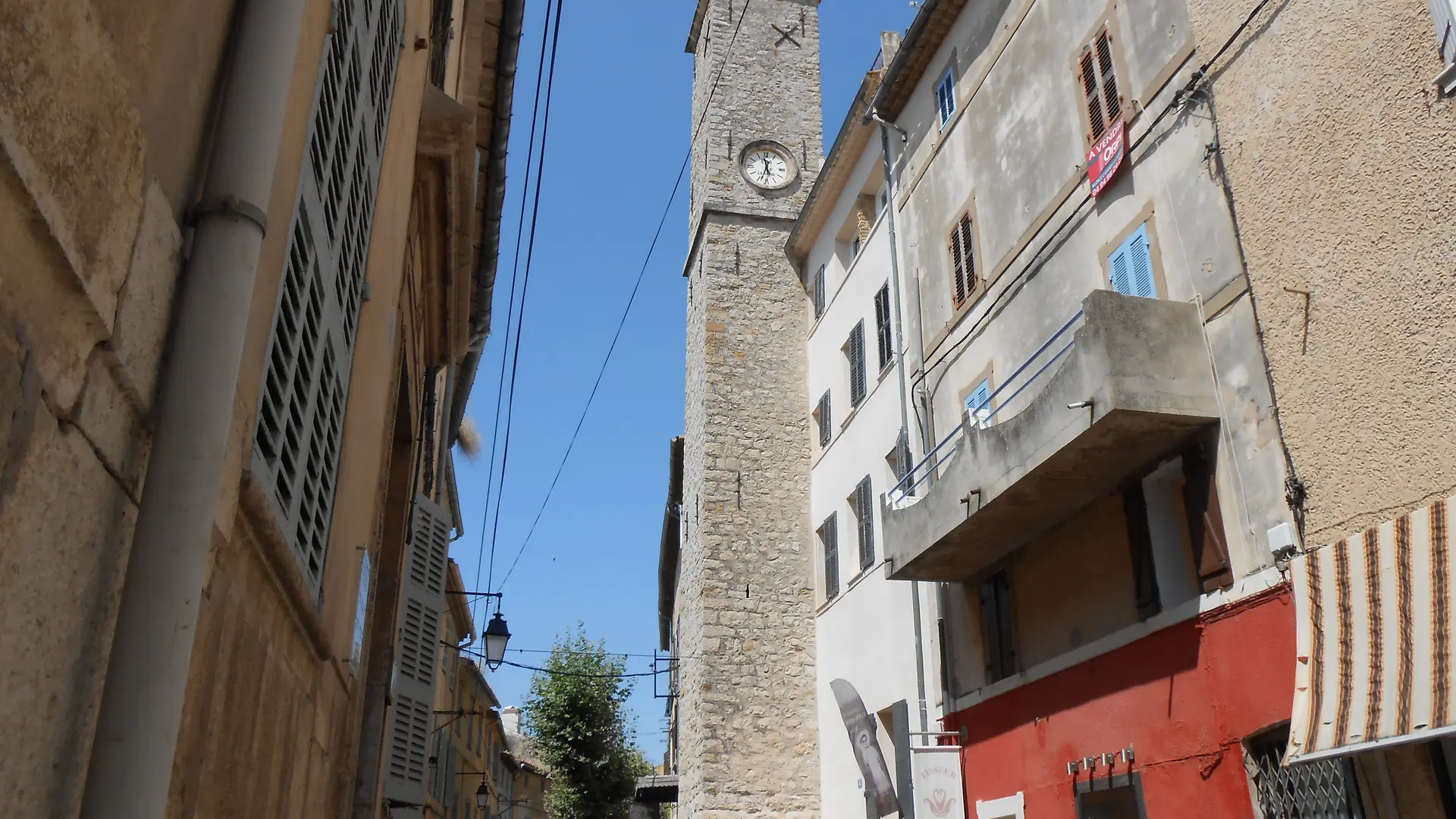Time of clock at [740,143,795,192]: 11:33
